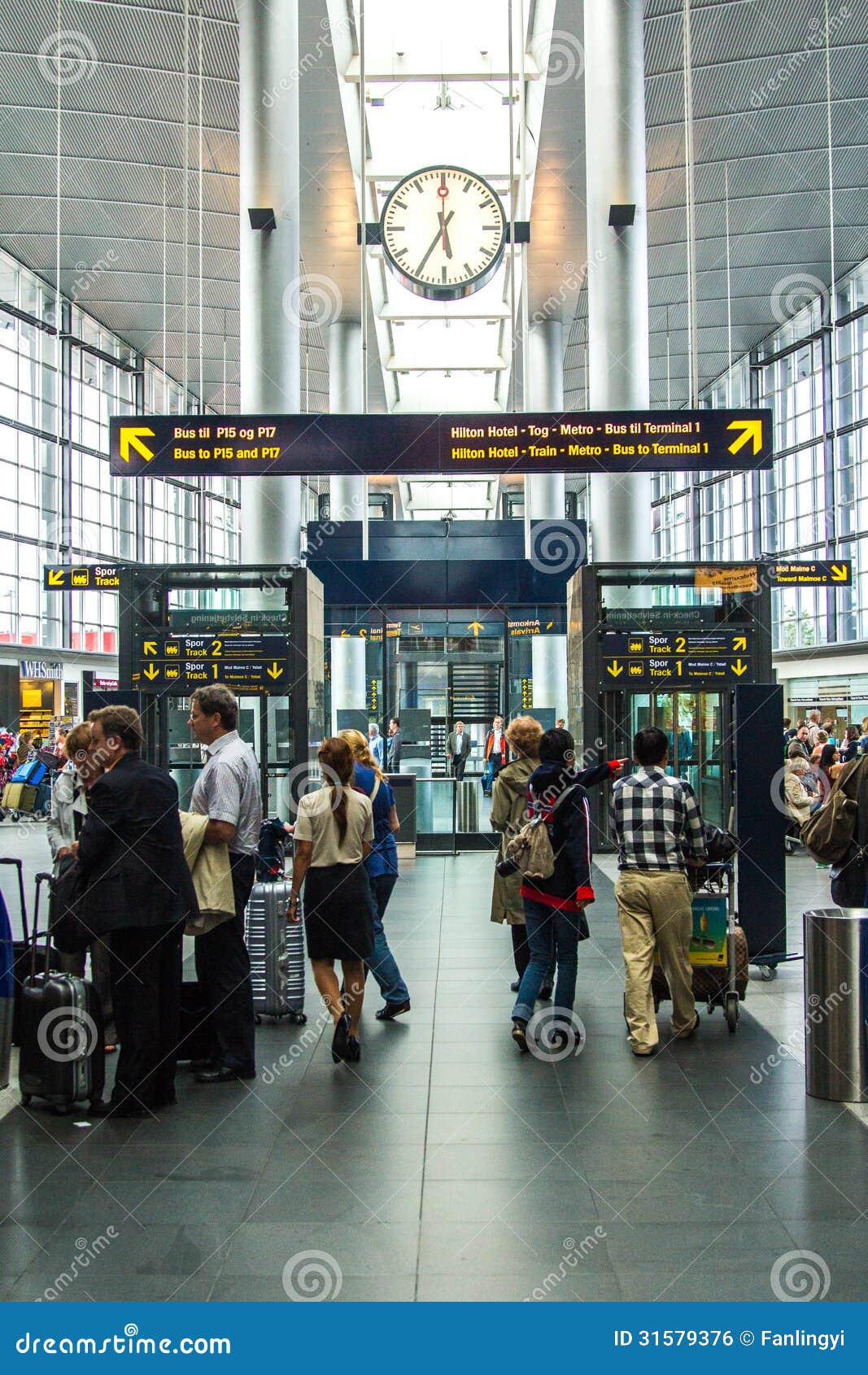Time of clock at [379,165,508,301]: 5:35
